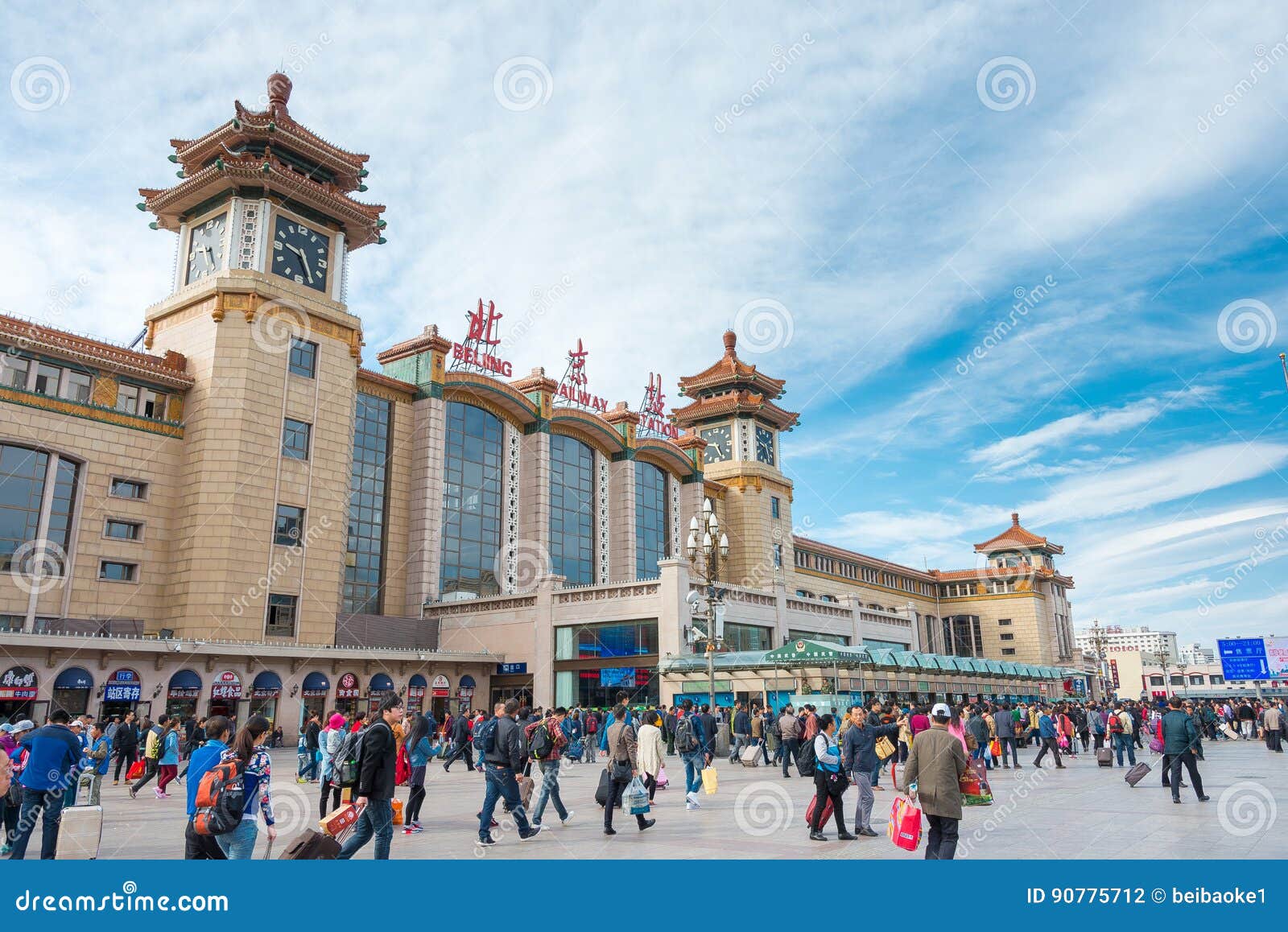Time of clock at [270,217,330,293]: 9:25
